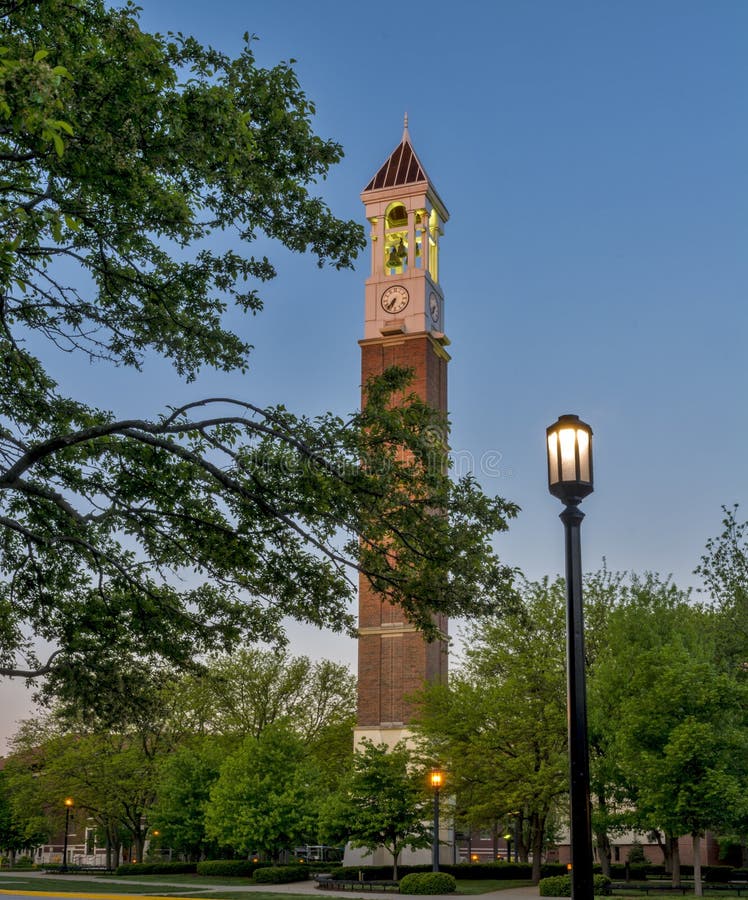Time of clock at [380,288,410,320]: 6:36
